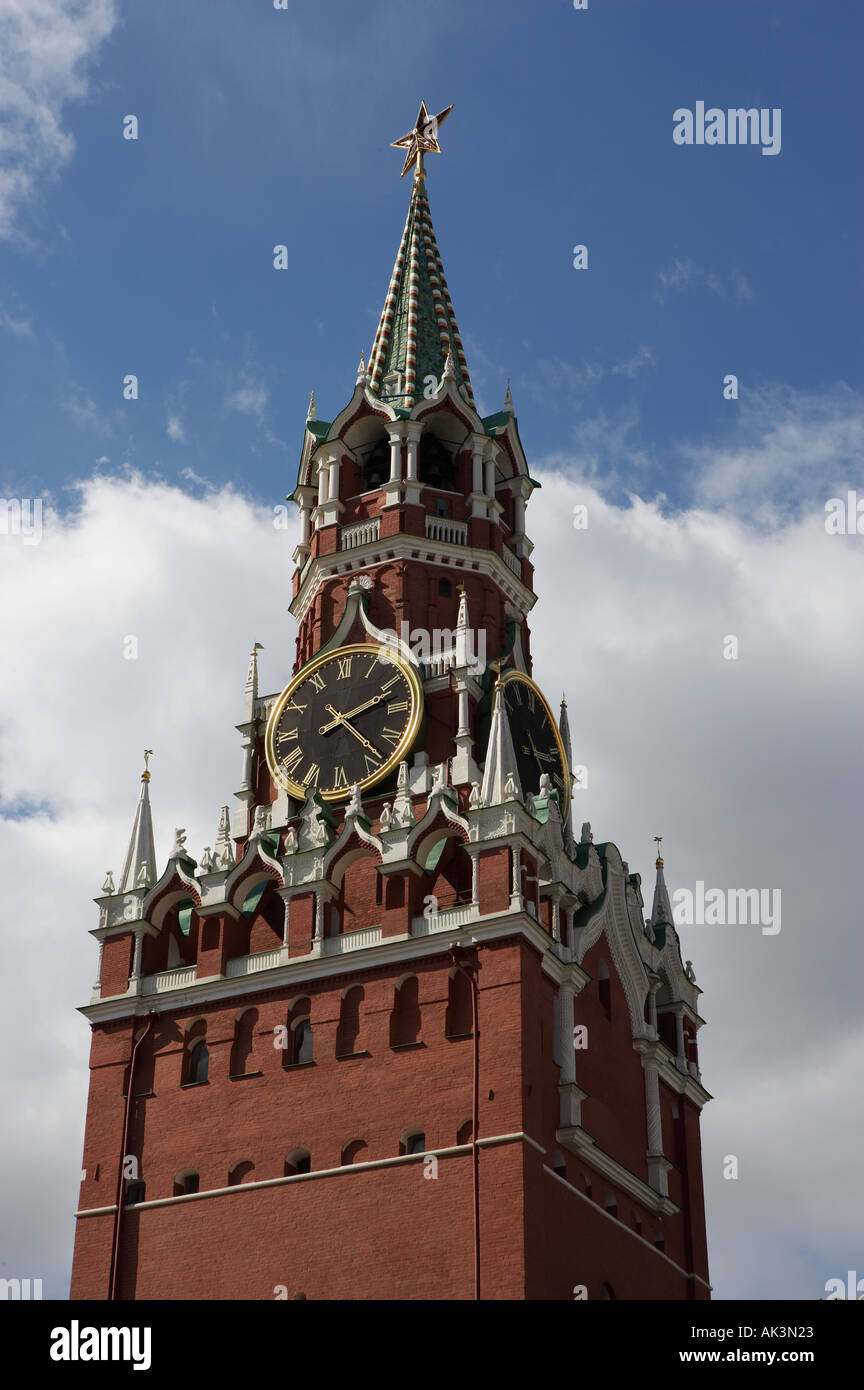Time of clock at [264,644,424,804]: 2:23
